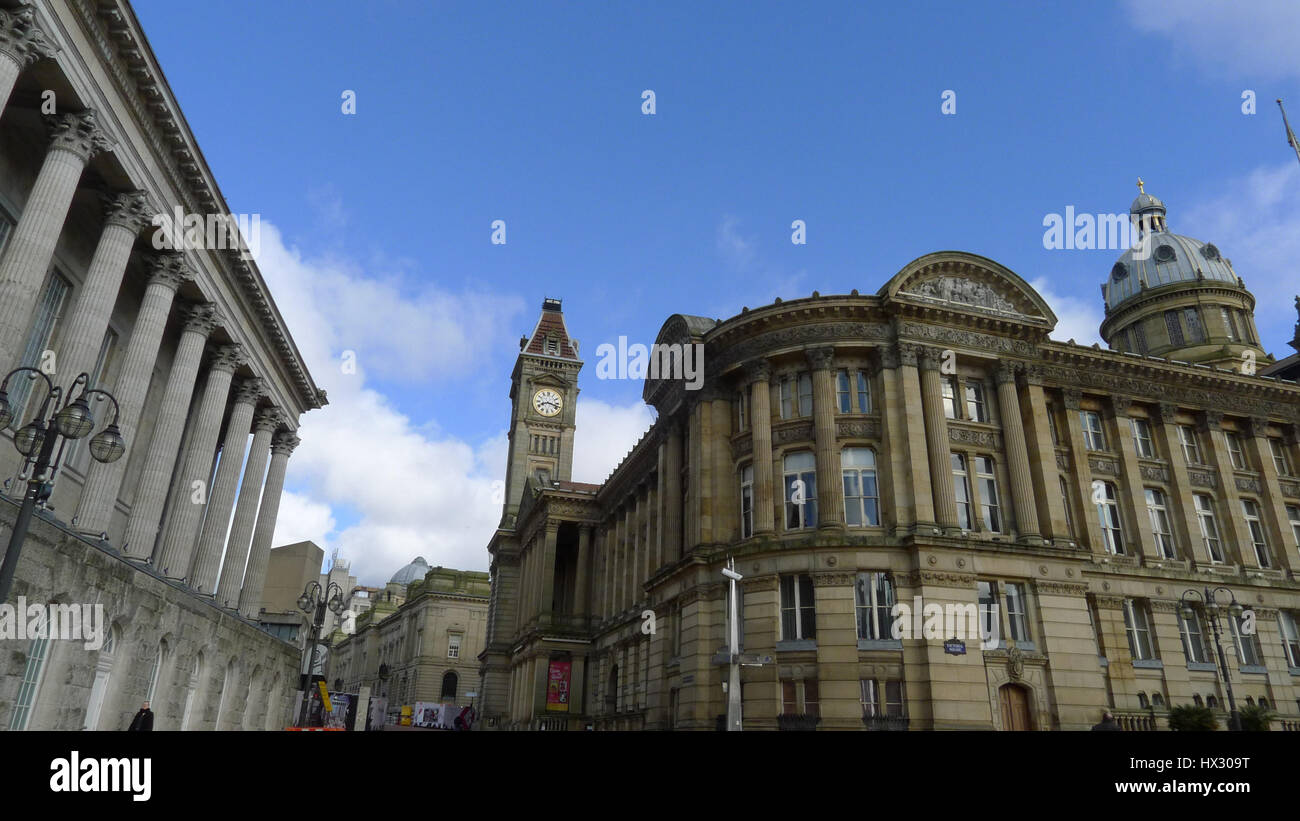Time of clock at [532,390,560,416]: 8:17
